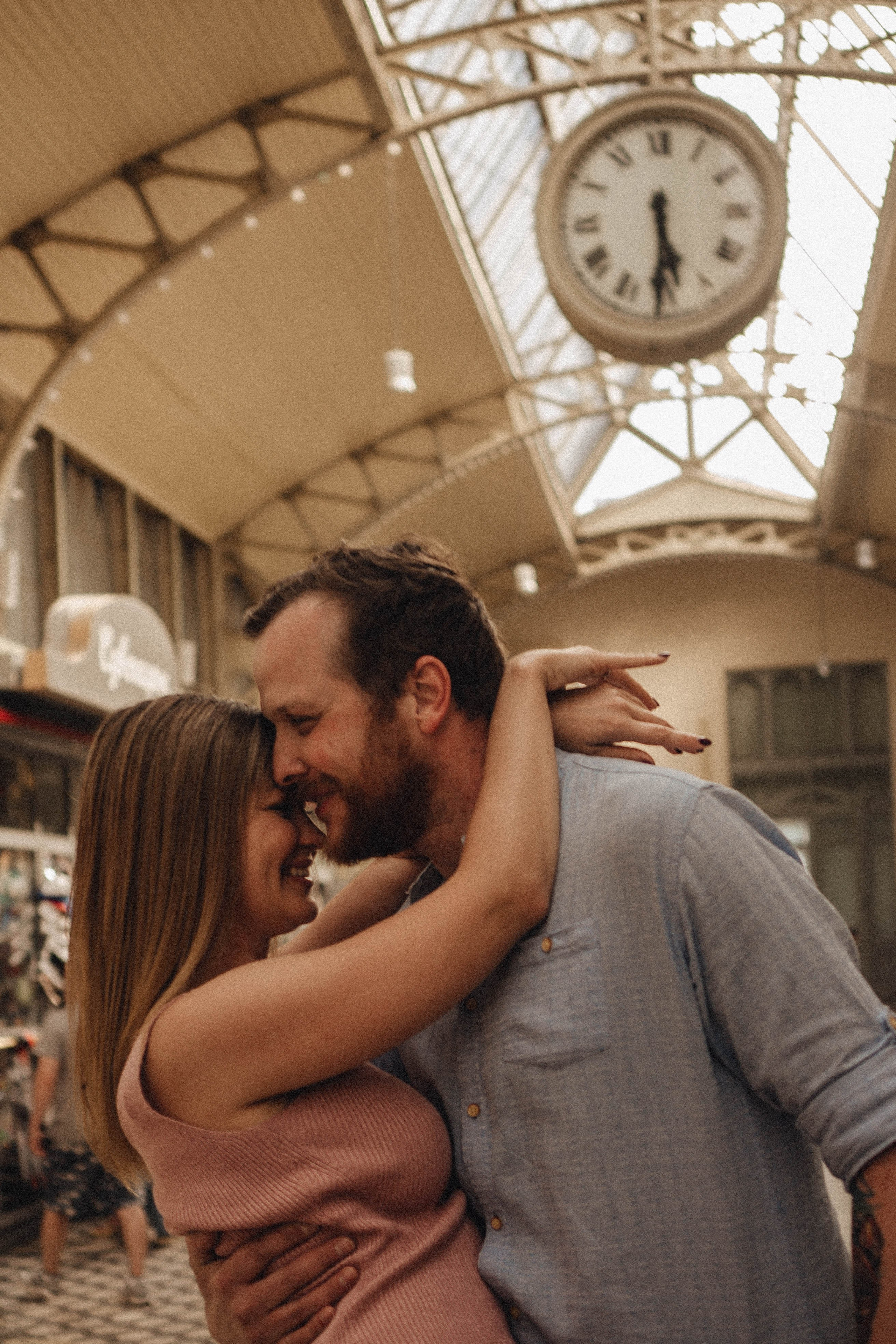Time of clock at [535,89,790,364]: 5:30
